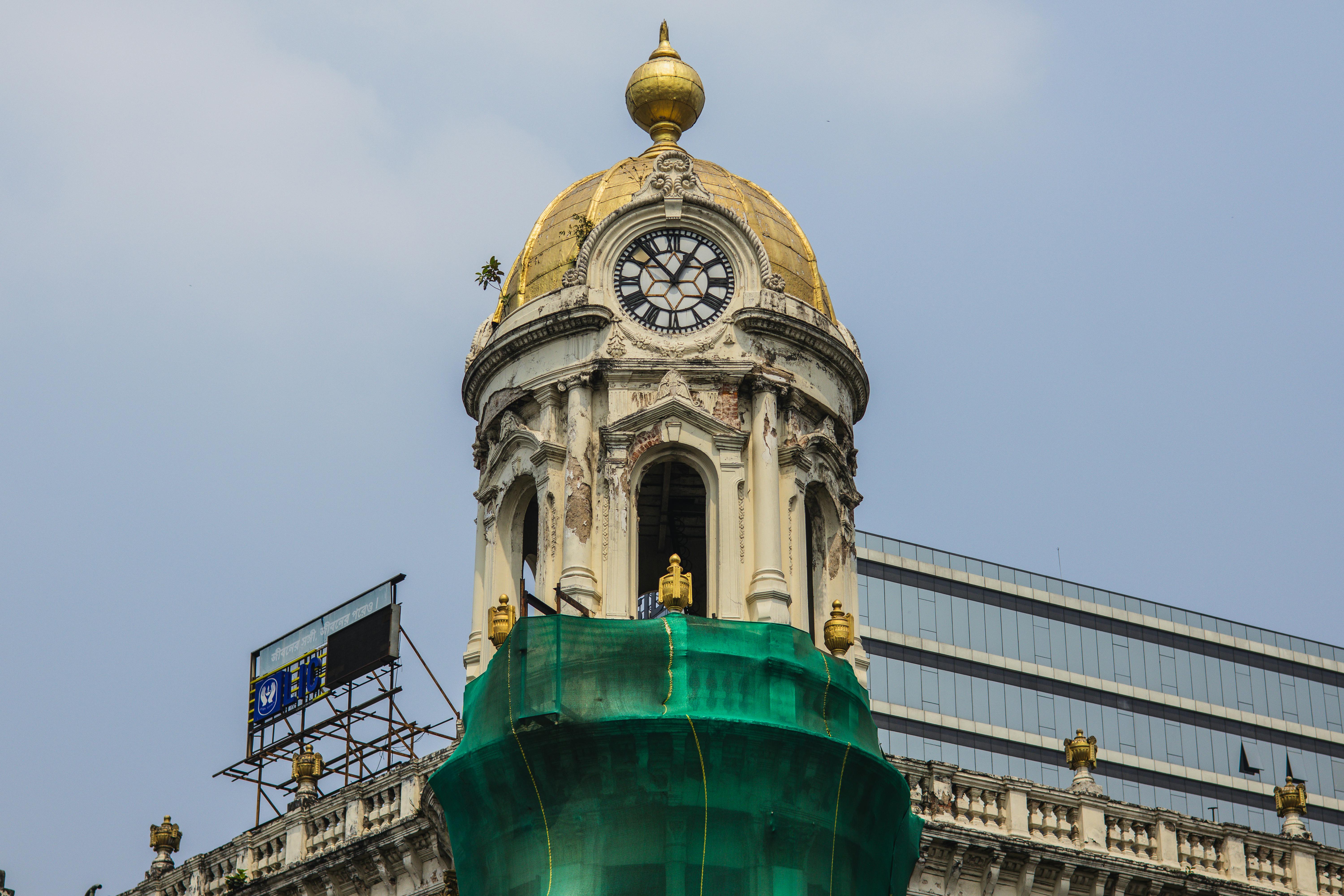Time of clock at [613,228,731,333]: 12:53
